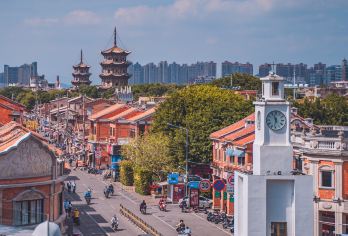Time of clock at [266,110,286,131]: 11:32
